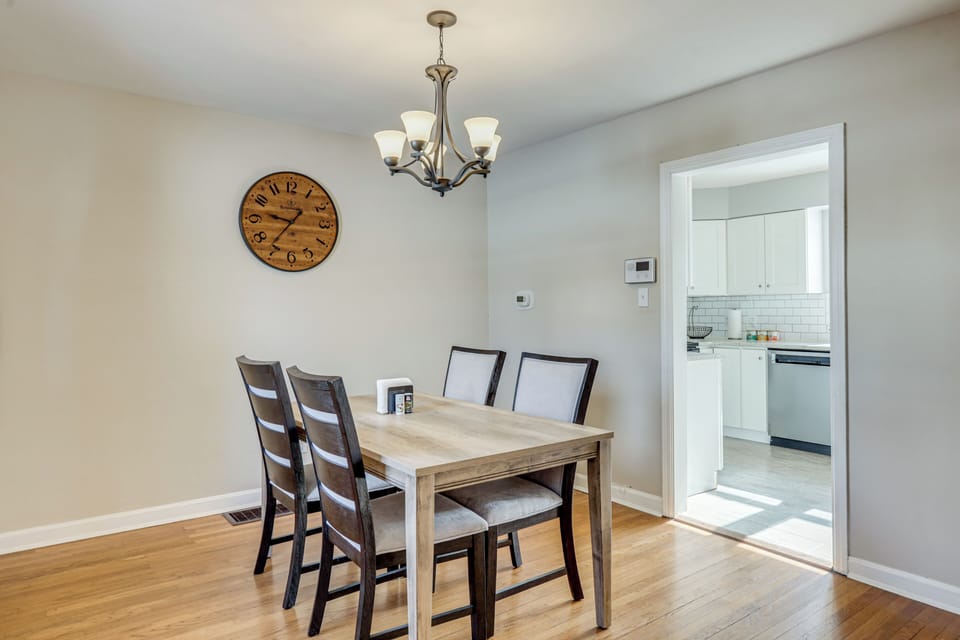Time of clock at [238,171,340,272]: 9:36
